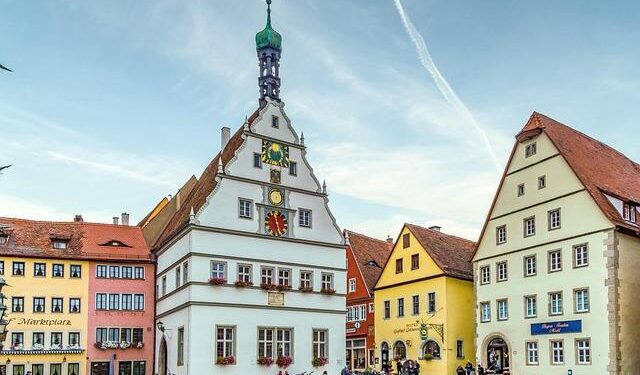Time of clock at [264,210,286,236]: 11:28
